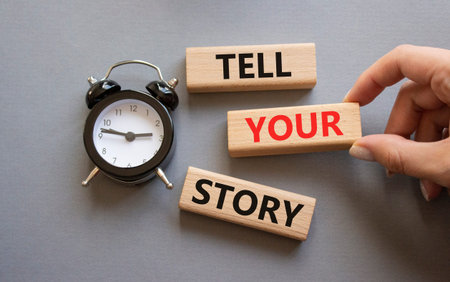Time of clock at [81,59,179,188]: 2:46
